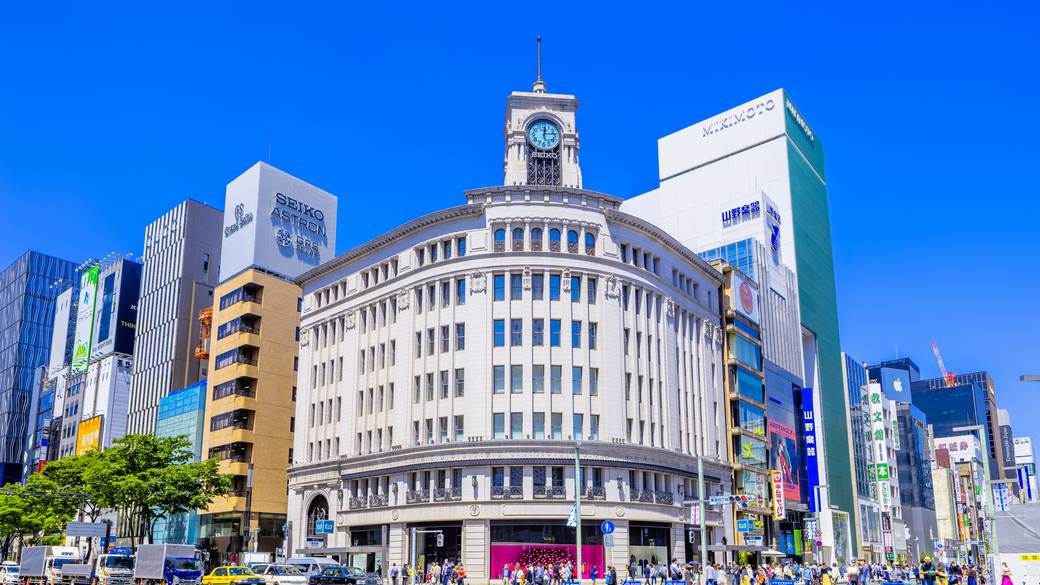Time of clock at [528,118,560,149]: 12:13
